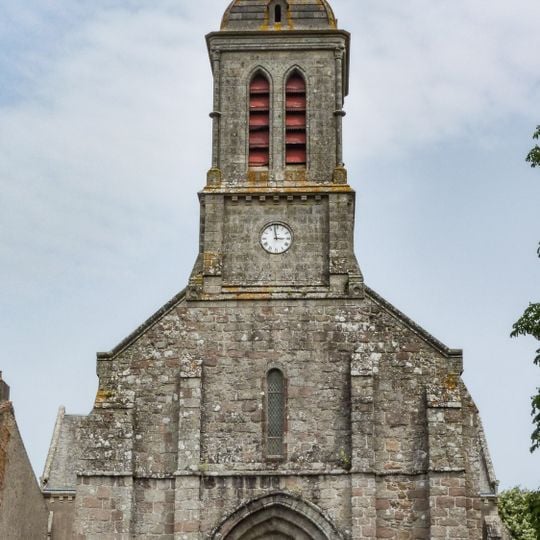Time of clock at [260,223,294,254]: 2:58
